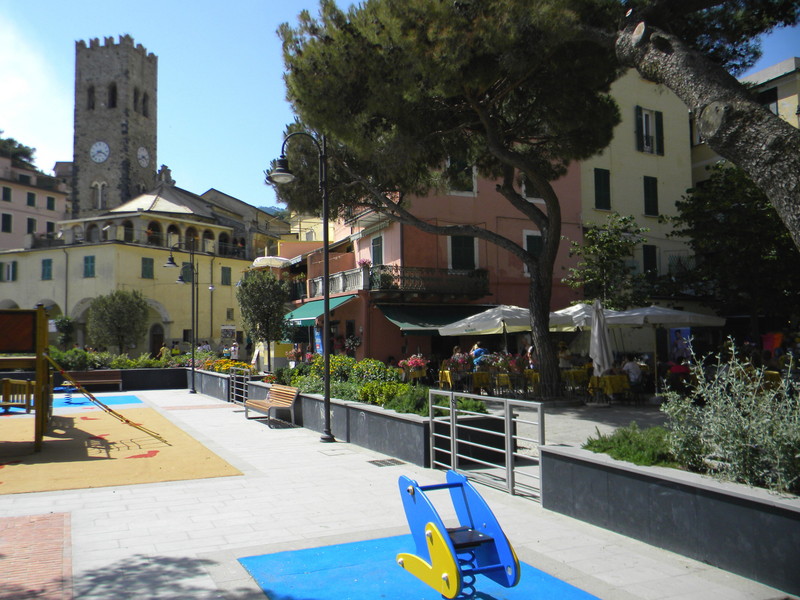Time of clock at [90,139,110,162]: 3:40
